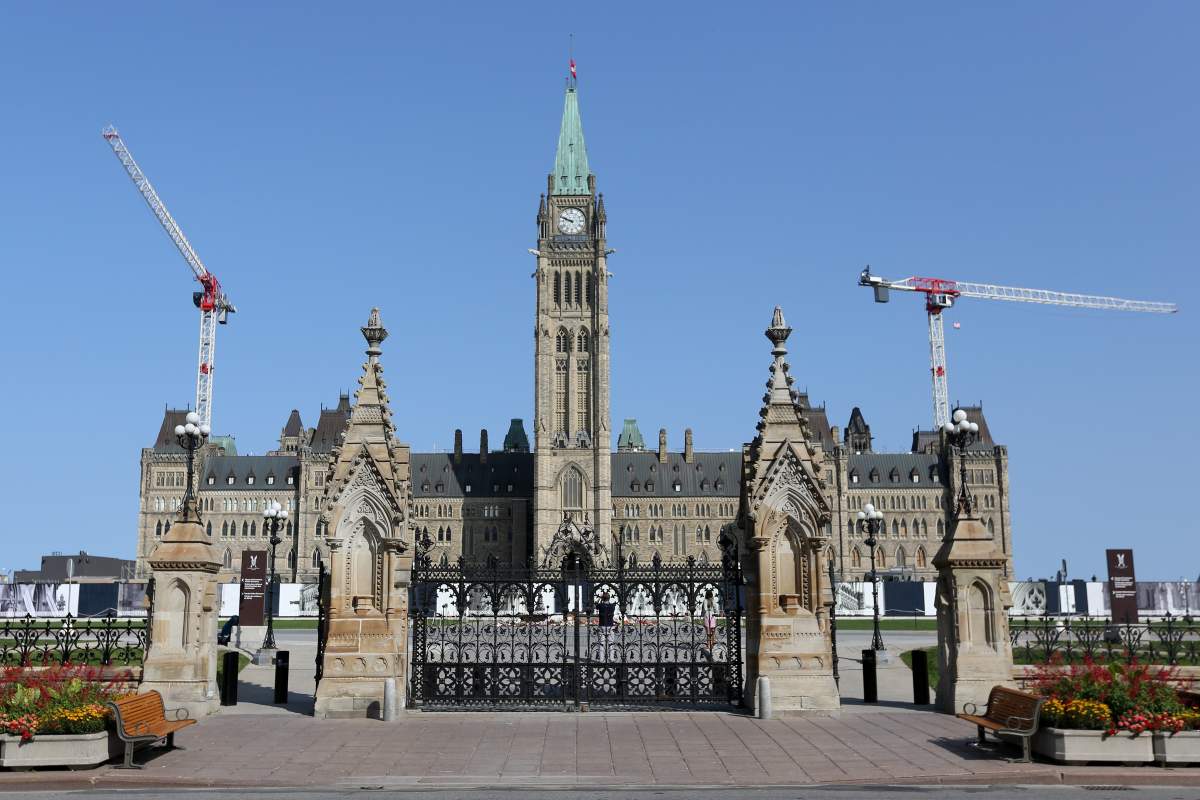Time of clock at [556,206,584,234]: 9:48
